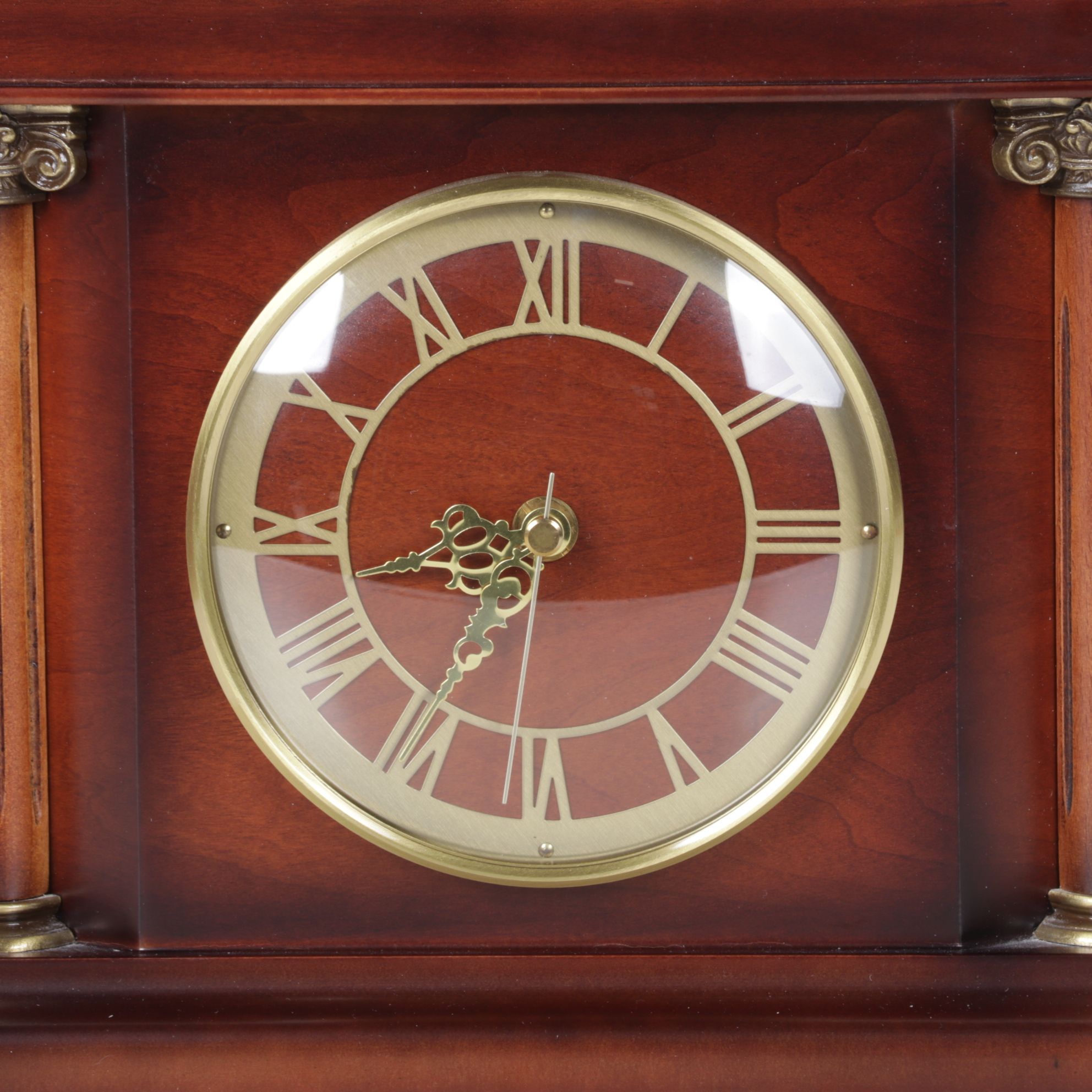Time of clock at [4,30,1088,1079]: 8:35
